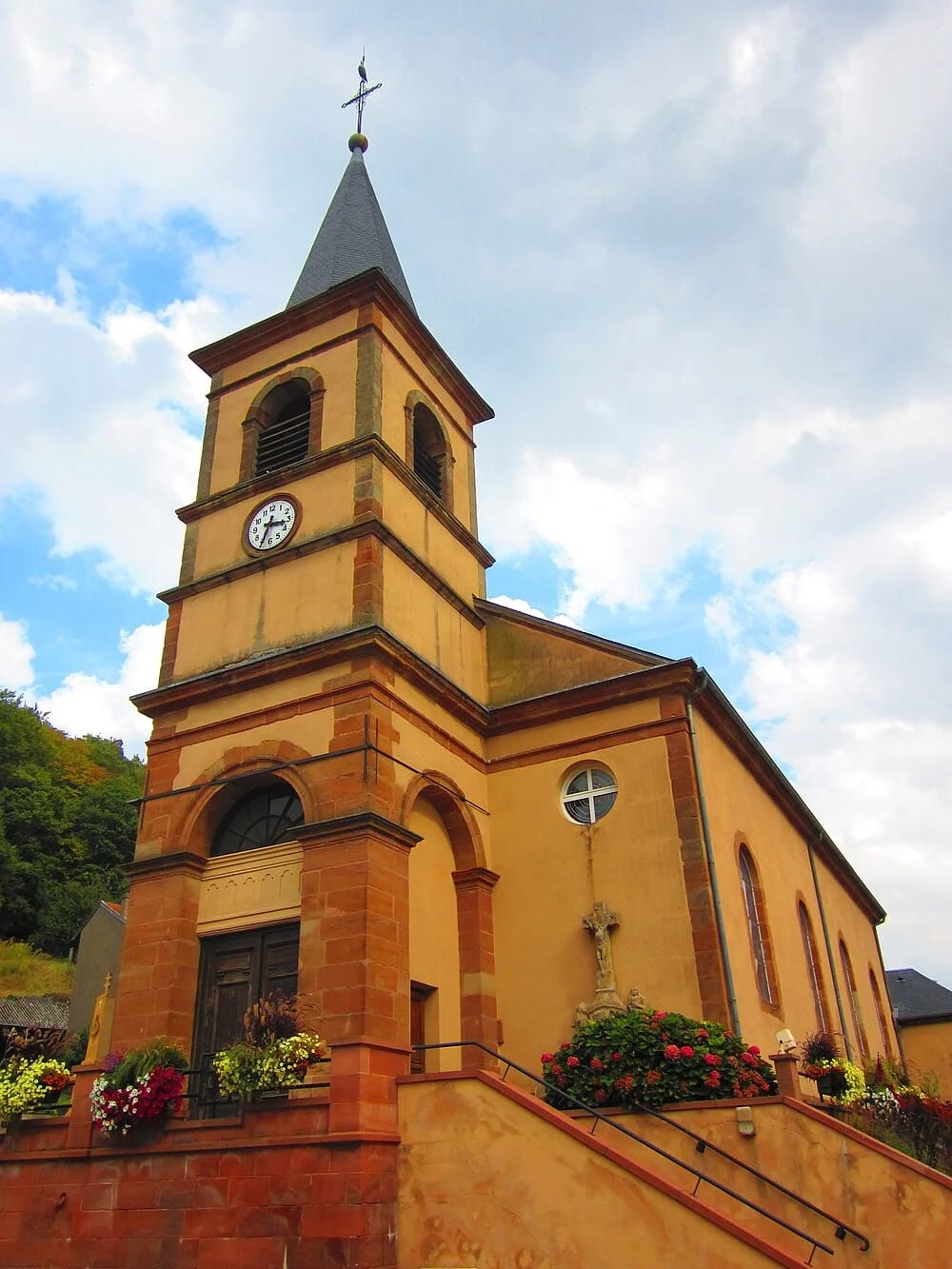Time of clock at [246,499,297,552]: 3:34
